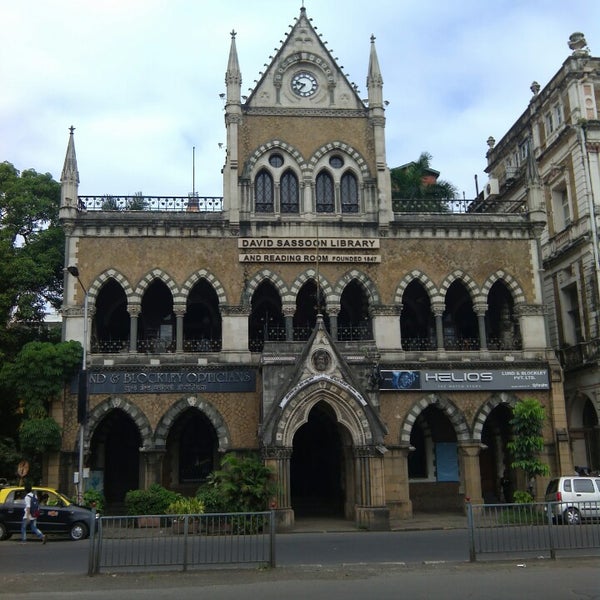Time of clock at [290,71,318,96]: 9:37
